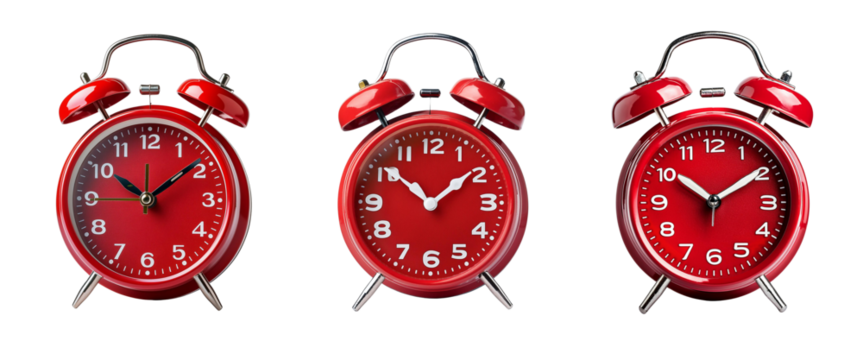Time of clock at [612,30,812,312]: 10:09
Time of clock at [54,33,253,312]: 10:08
